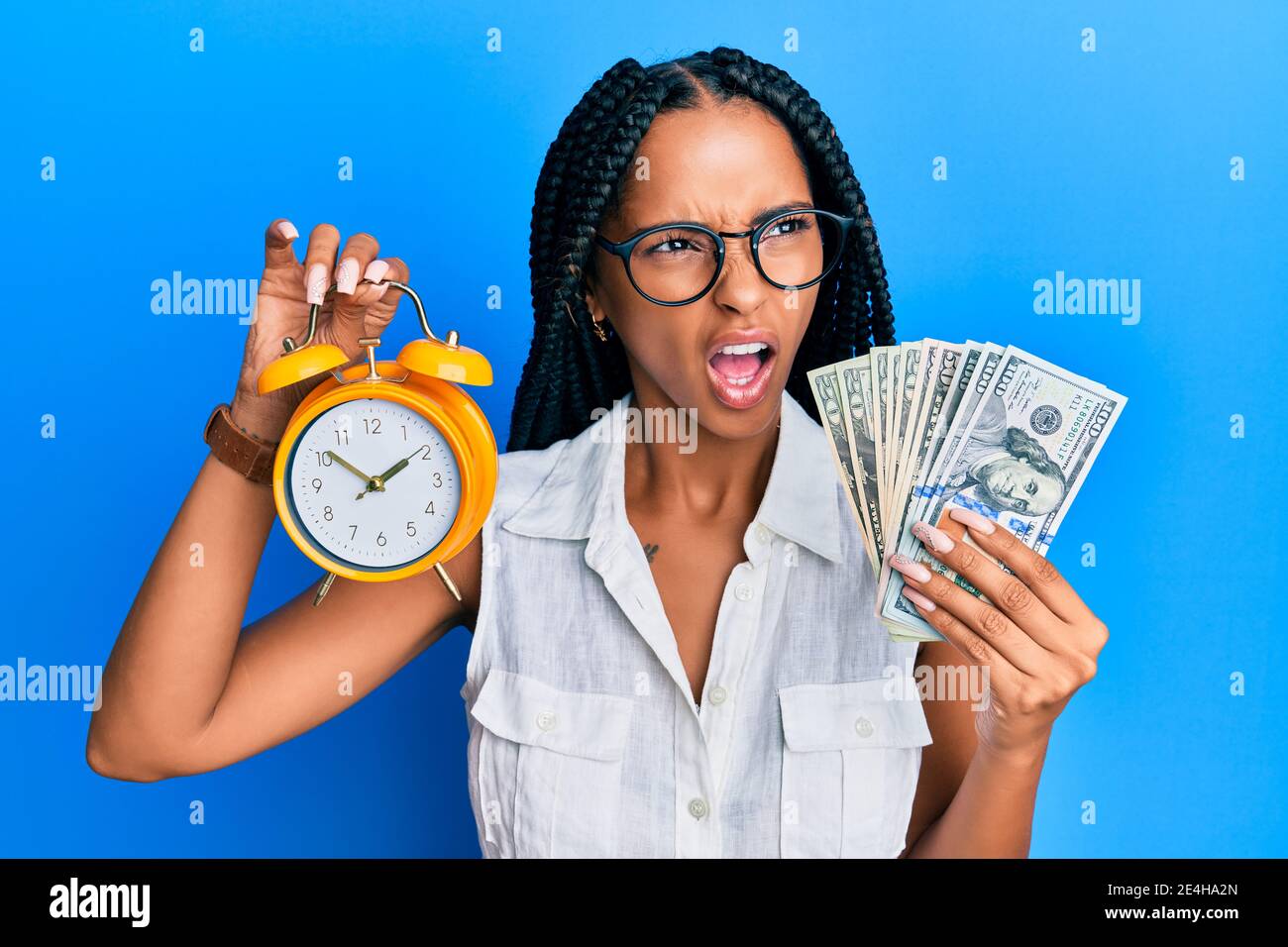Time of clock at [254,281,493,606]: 1:50
